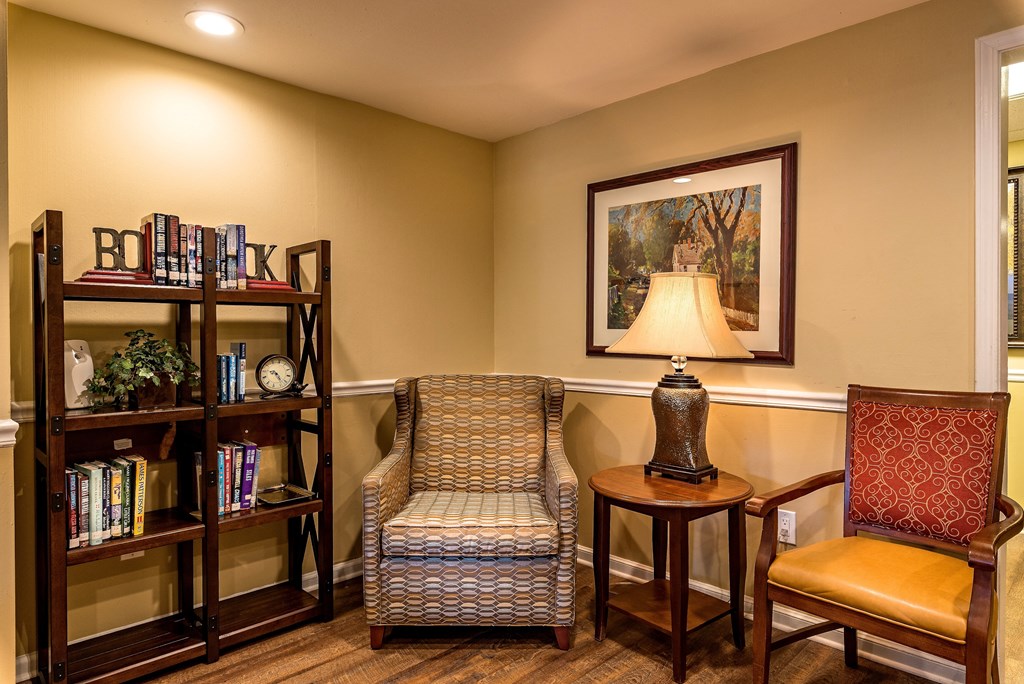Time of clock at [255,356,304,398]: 9:22
